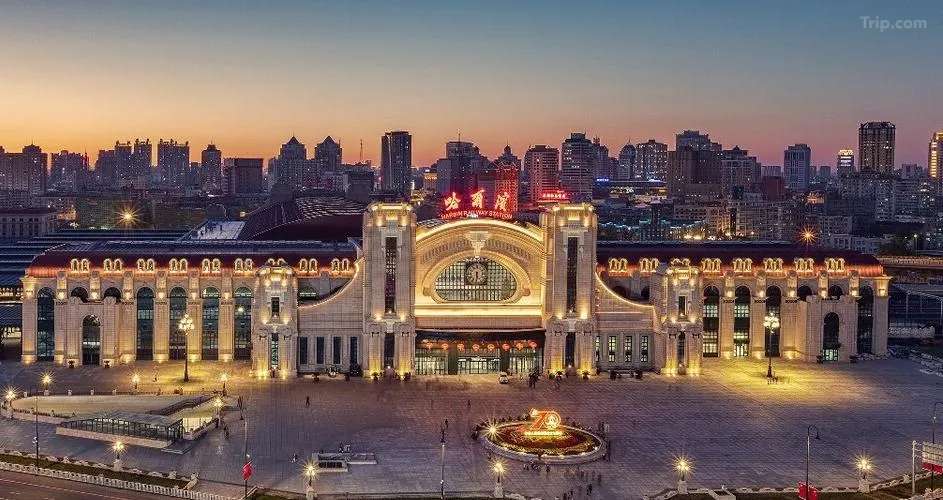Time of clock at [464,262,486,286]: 5:31
